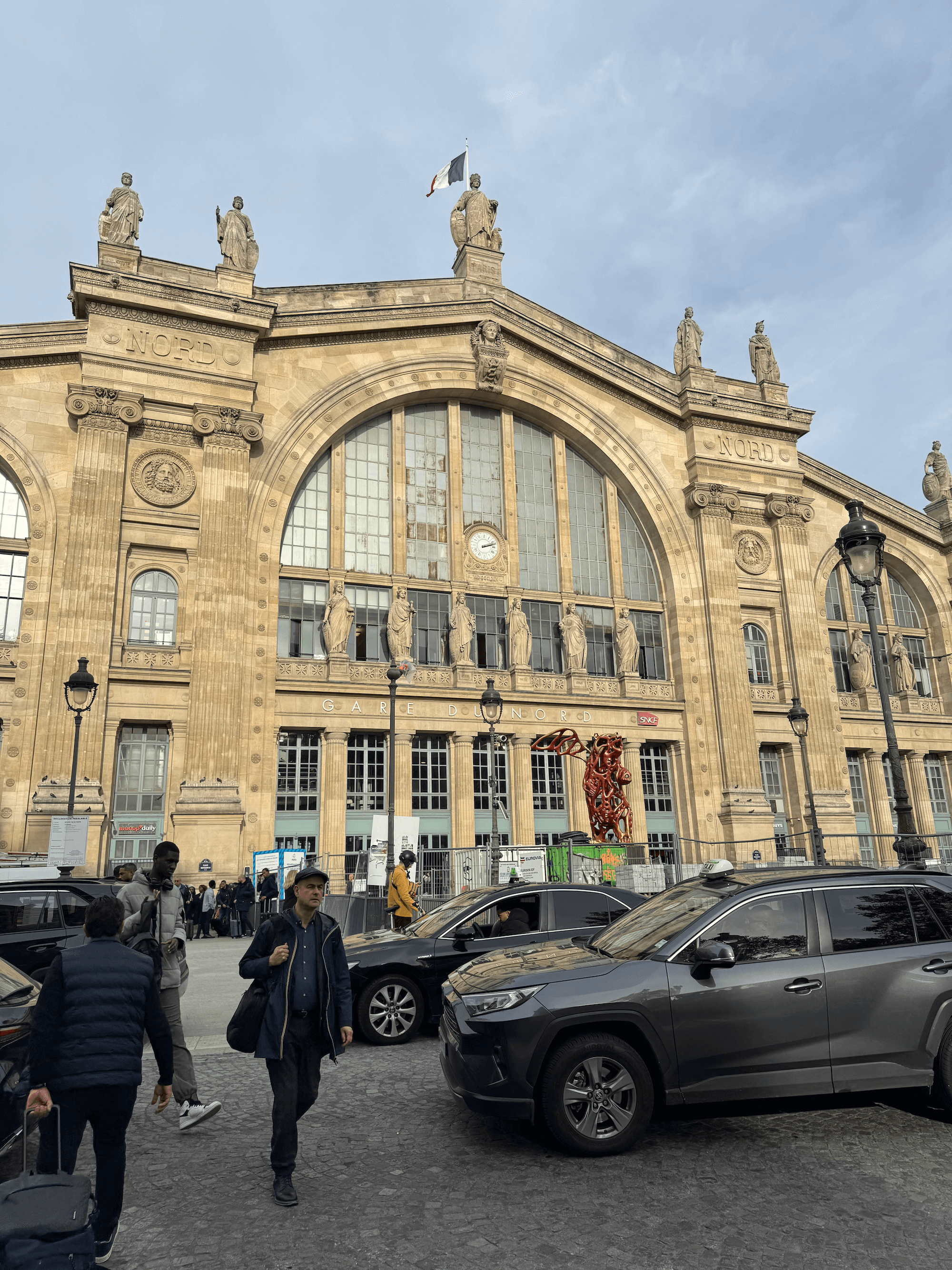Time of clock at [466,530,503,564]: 2:12
